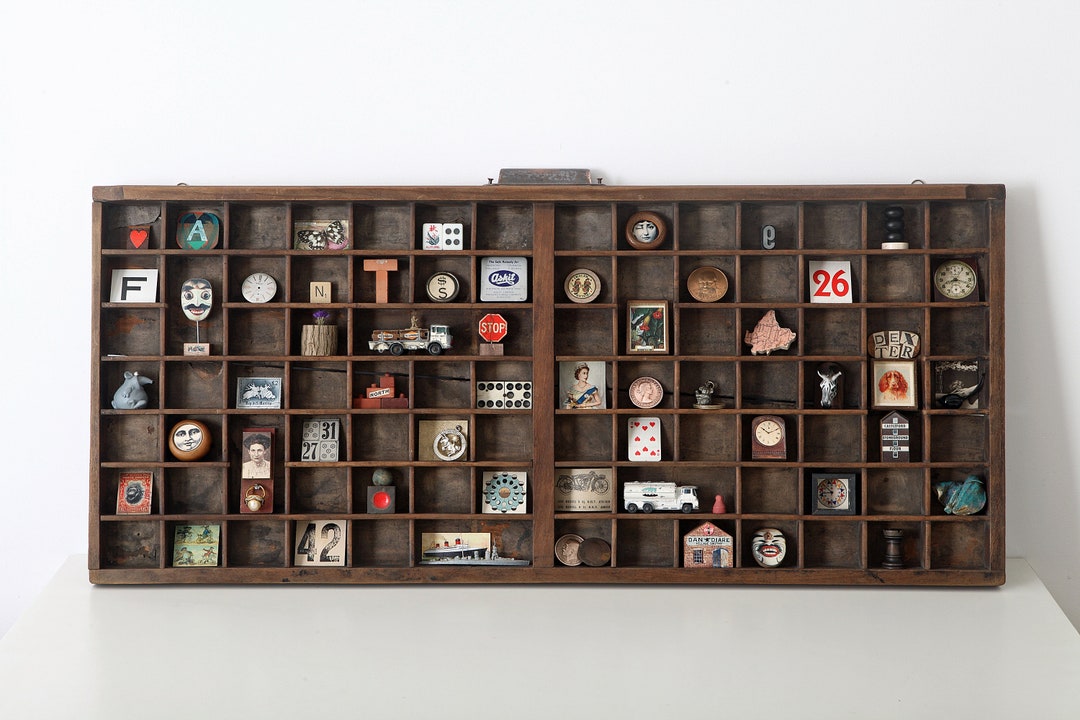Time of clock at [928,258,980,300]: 8:18
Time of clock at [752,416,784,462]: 10:10
